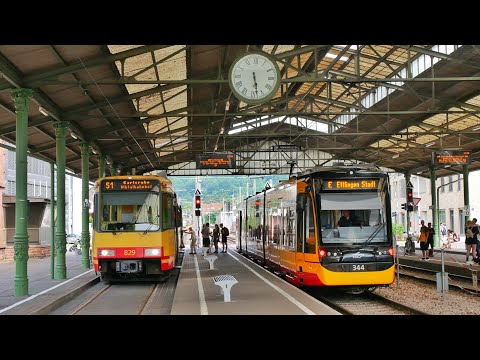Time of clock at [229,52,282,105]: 5:28
